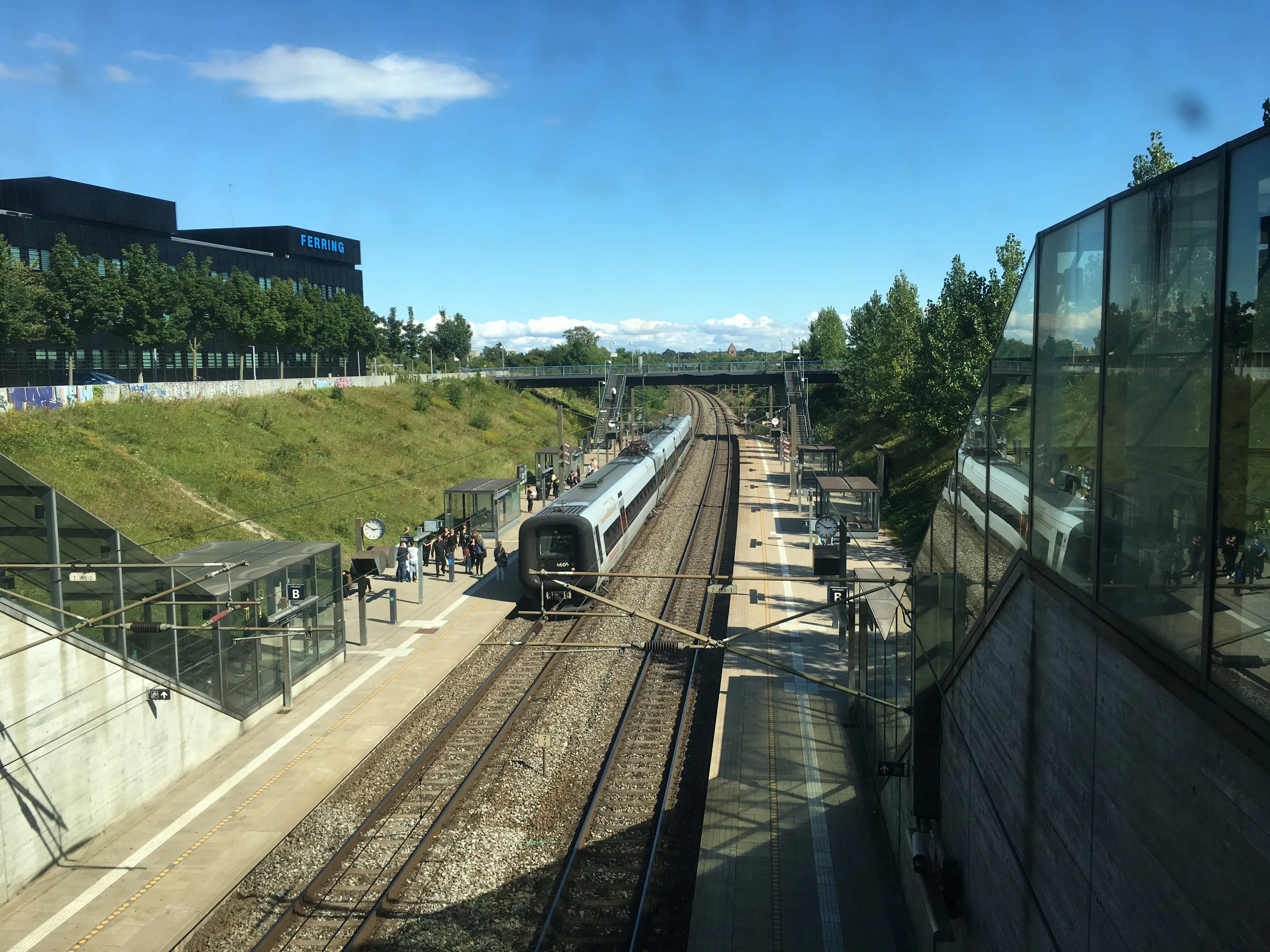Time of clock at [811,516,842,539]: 2:50
